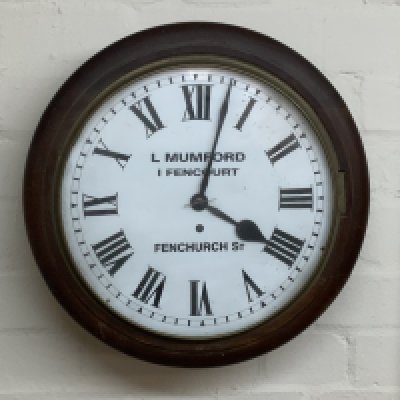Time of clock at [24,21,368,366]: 4:02
